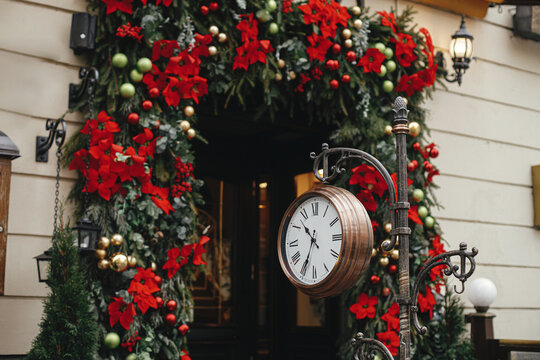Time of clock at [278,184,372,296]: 10:34
